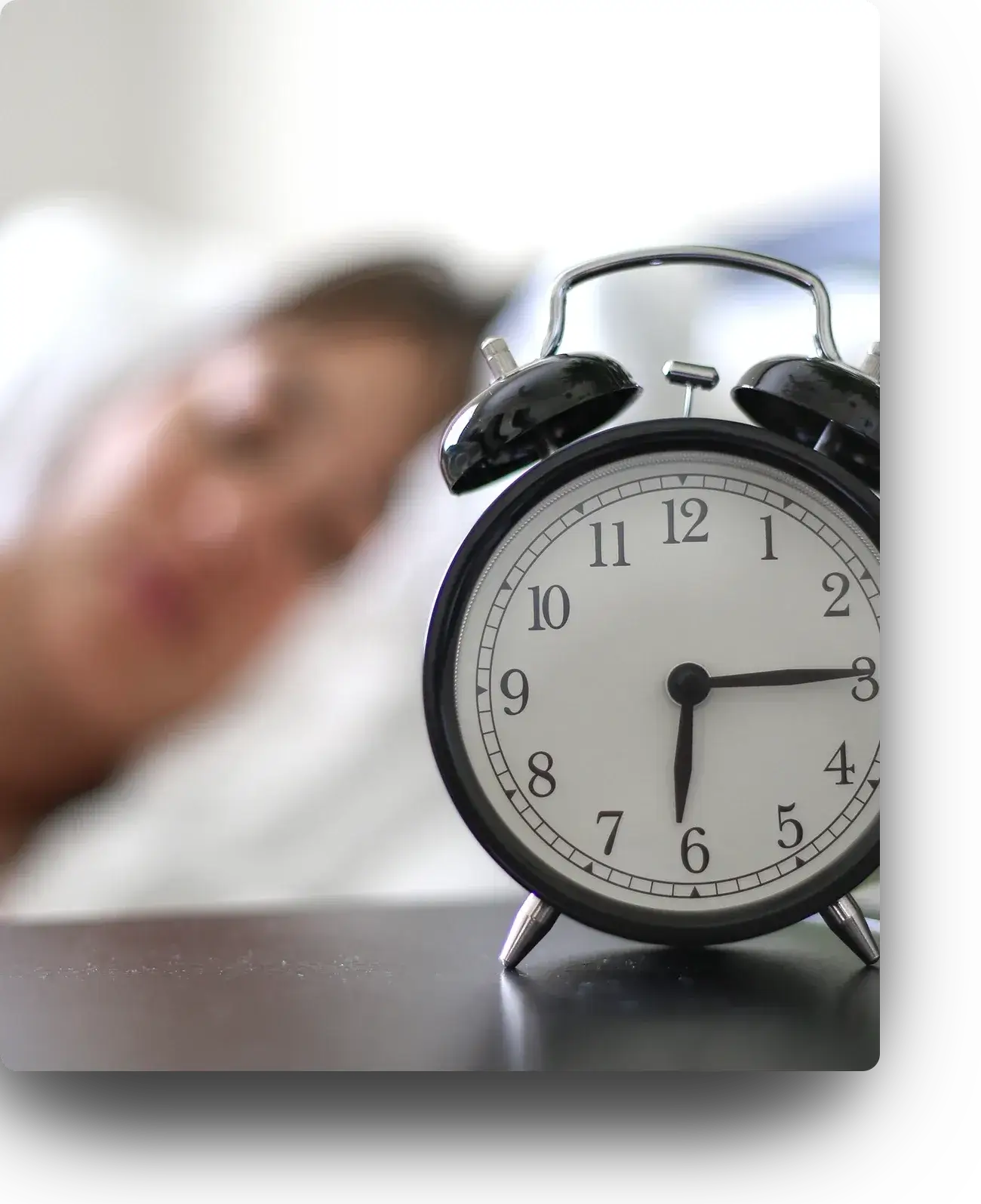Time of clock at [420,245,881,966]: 6:14
